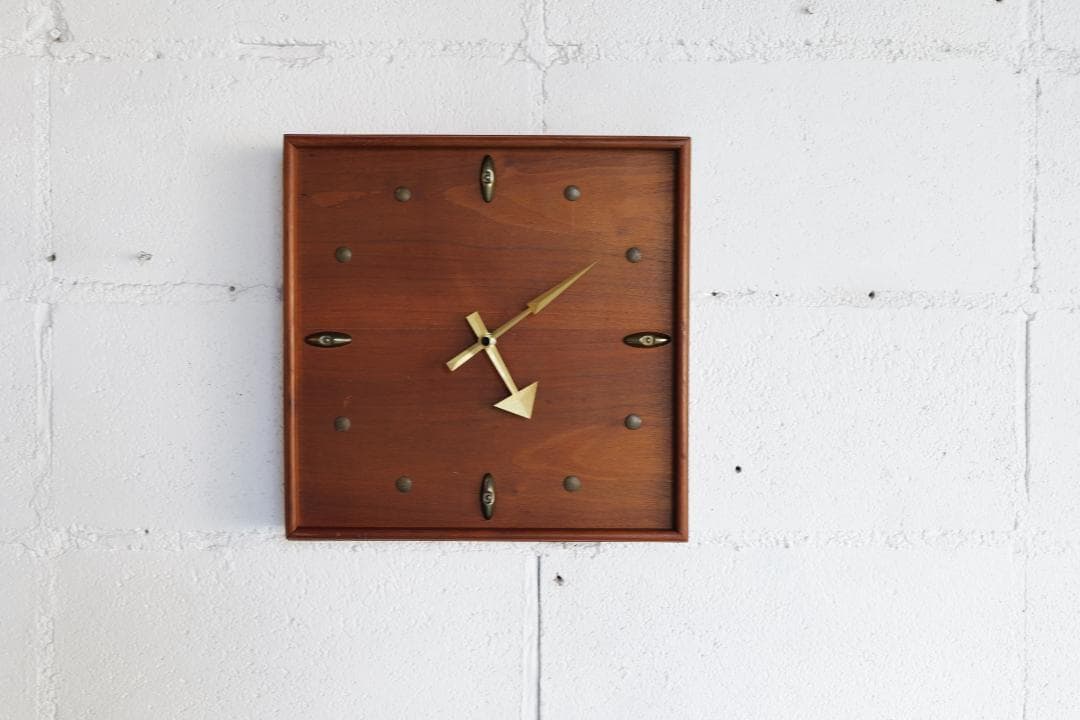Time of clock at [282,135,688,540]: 5:09
